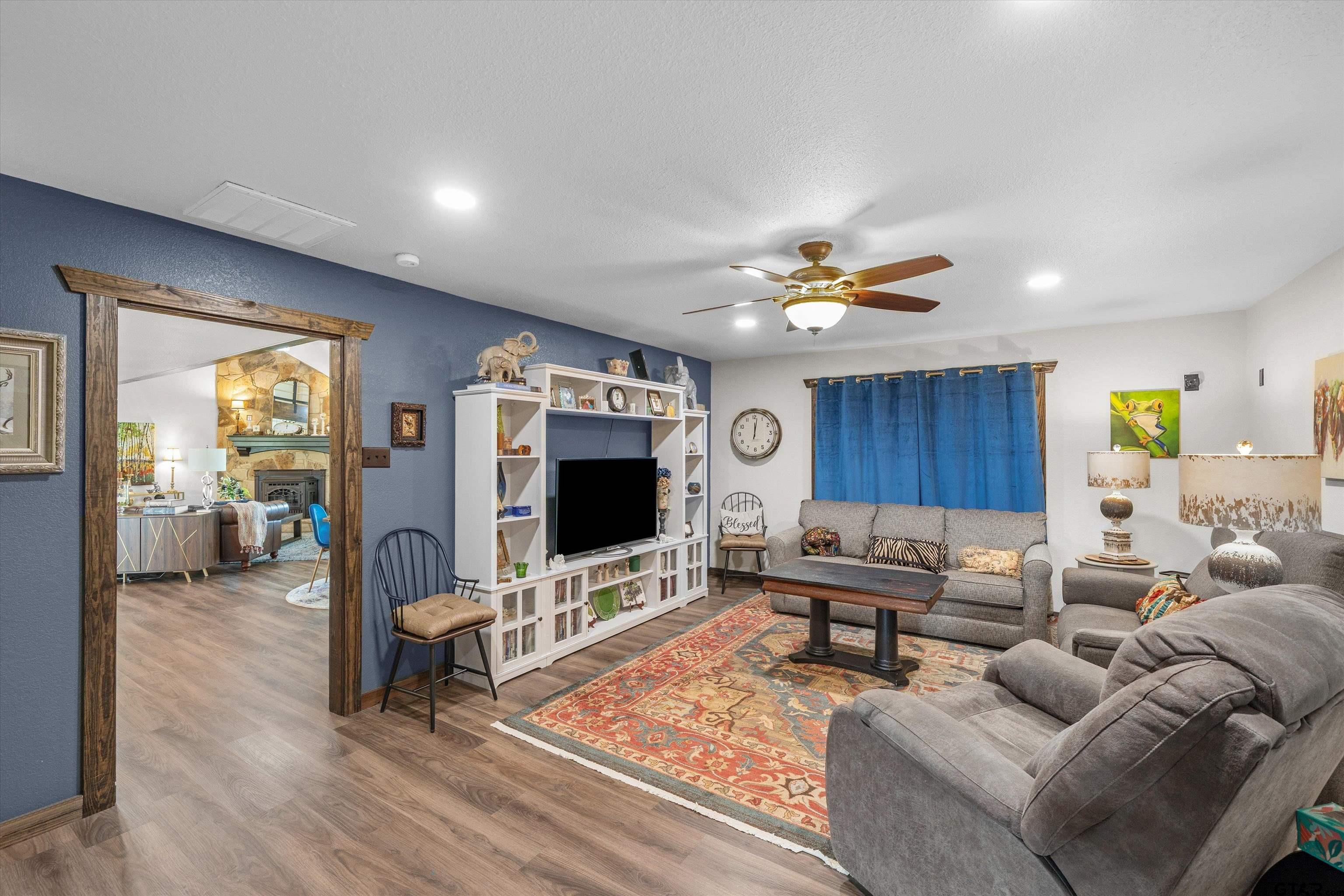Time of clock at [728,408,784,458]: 12:01
